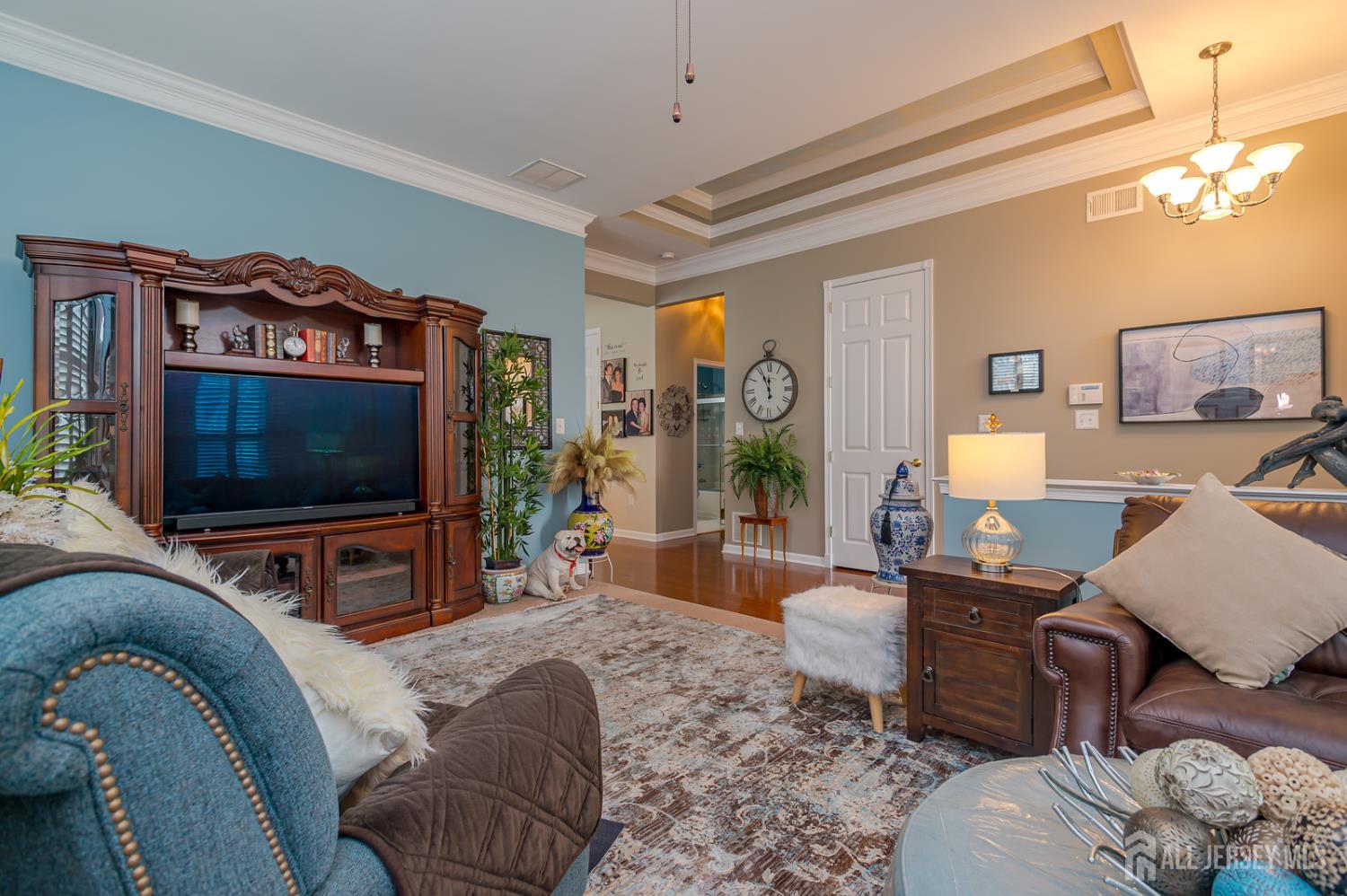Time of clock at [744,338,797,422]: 11:55
